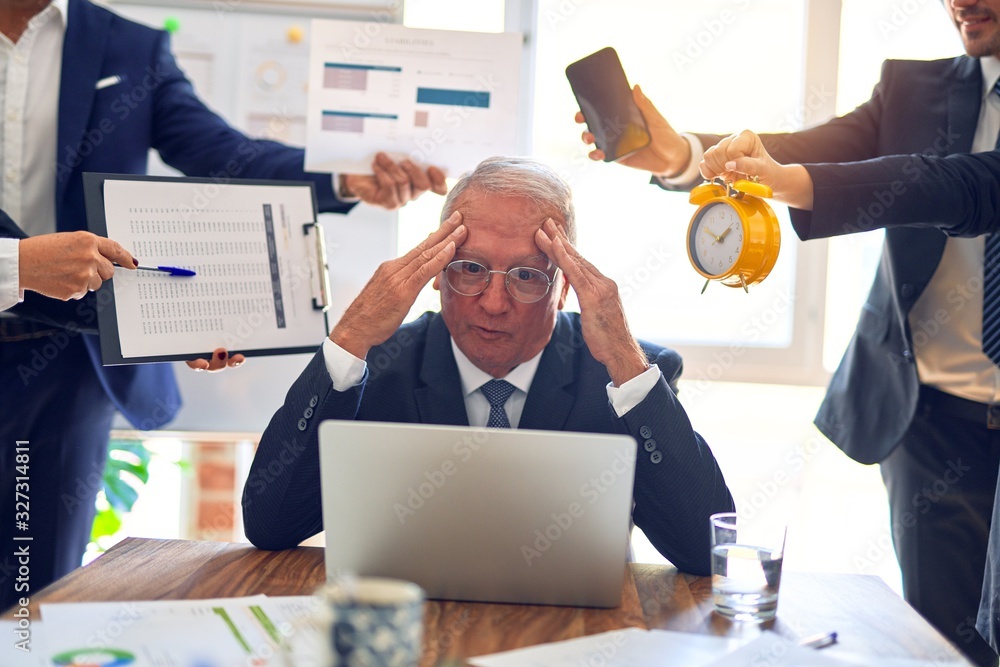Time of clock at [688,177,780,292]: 1:50
